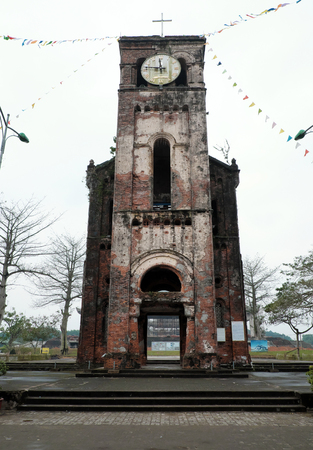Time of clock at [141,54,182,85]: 11:46
